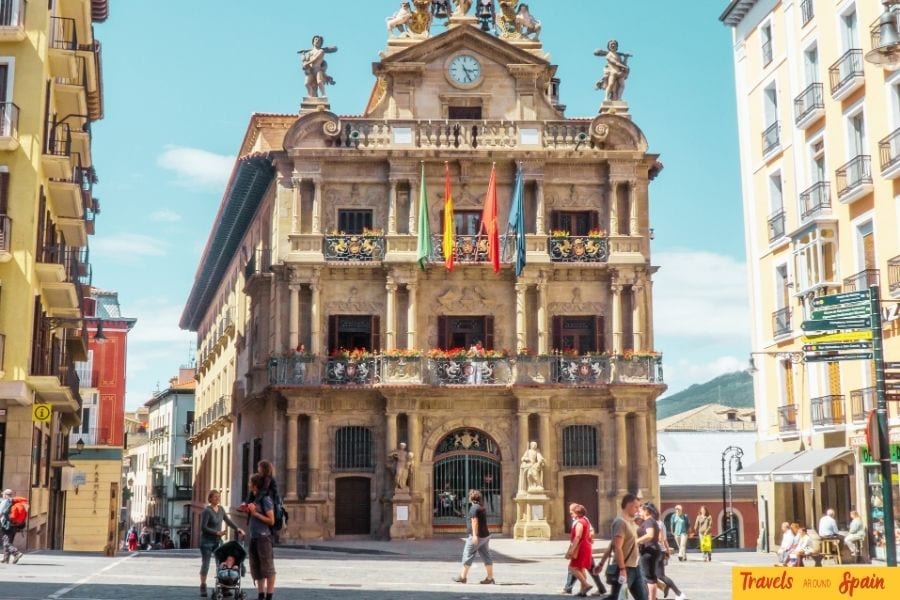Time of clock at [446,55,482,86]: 3:26
